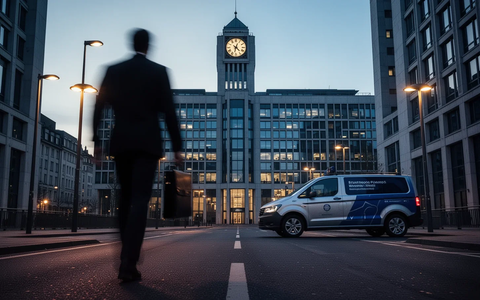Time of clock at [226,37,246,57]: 4:32
